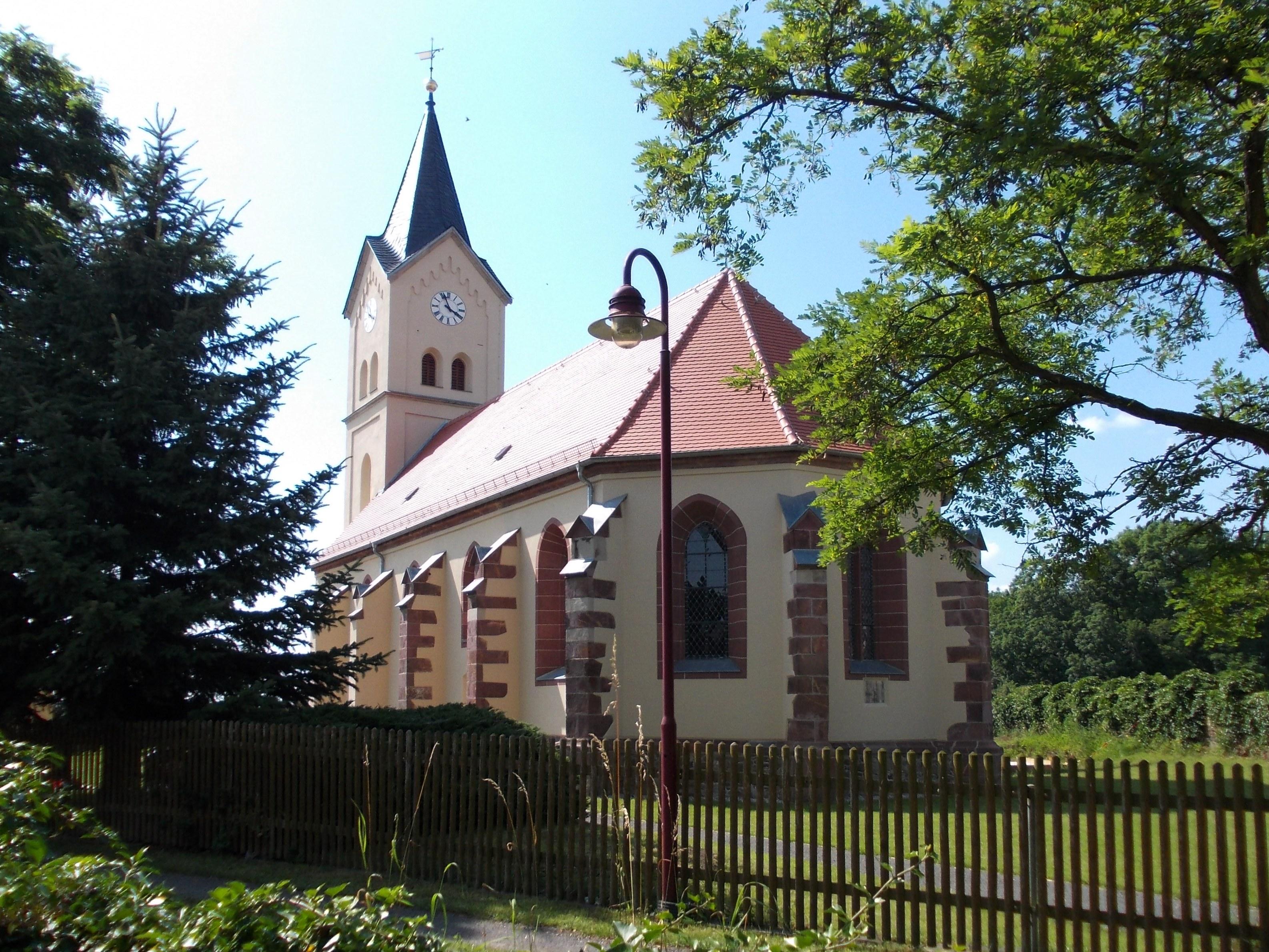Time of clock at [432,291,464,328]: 3:56
